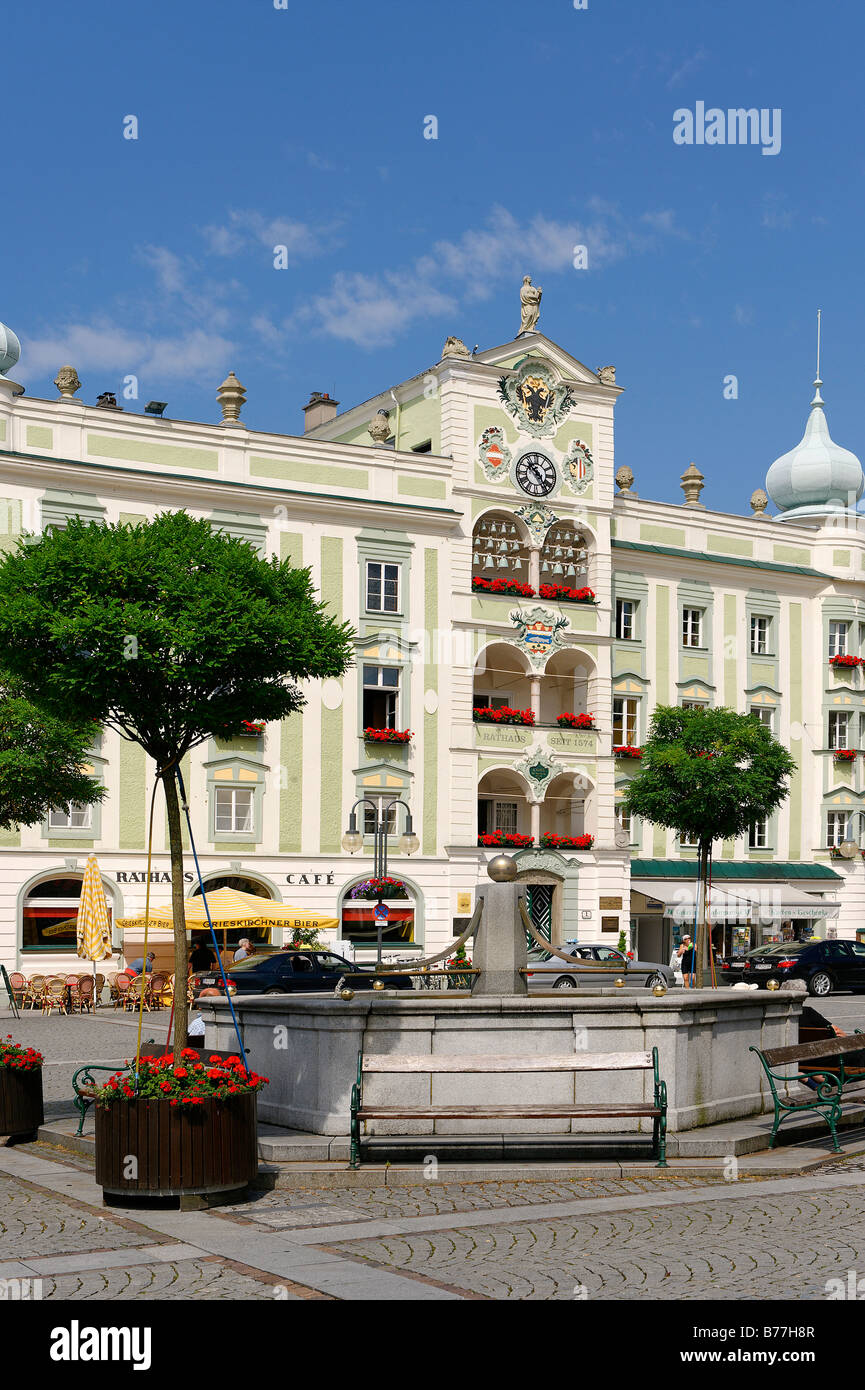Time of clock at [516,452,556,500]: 10:24
